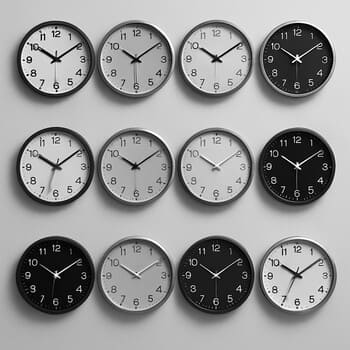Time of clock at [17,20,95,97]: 10:09
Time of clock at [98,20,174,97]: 10:09
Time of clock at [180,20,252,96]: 10:09
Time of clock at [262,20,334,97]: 10:09
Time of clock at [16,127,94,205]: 10:09
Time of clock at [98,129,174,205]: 10:09
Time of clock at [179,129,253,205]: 10:09
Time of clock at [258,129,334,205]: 10:09
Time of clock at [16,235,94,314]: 10:09
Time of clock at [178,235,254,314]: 10:09
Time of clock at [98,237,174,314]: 10:09
